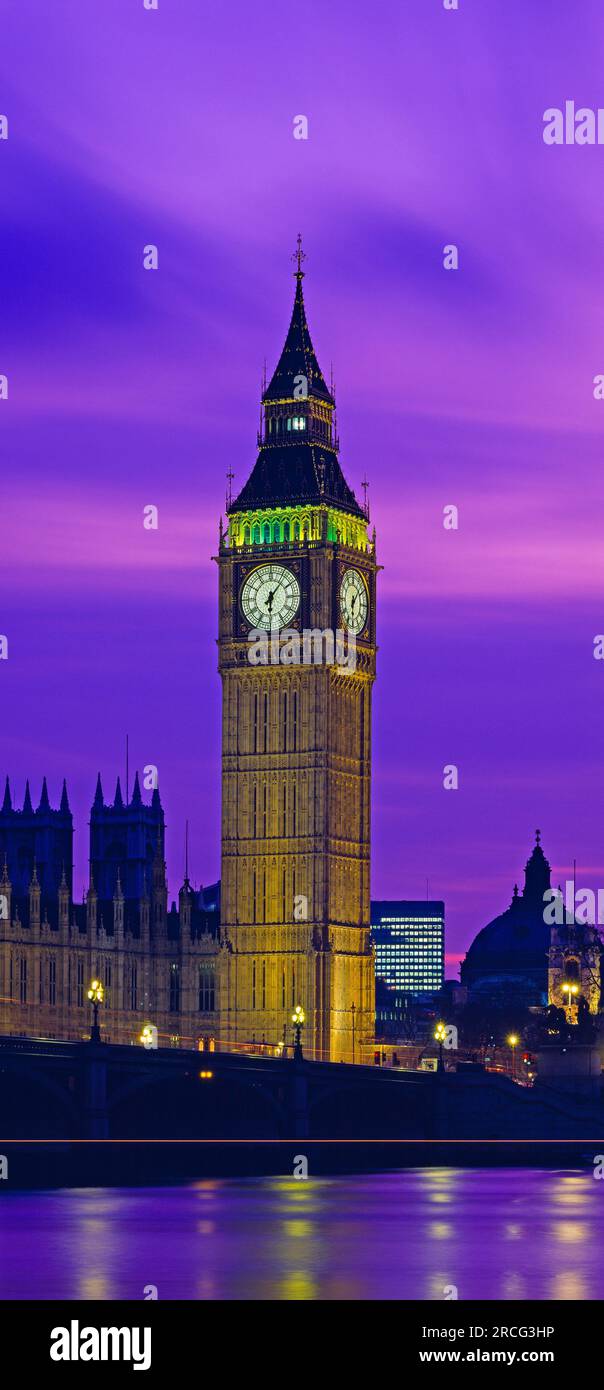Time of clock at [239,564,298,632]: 6:06
